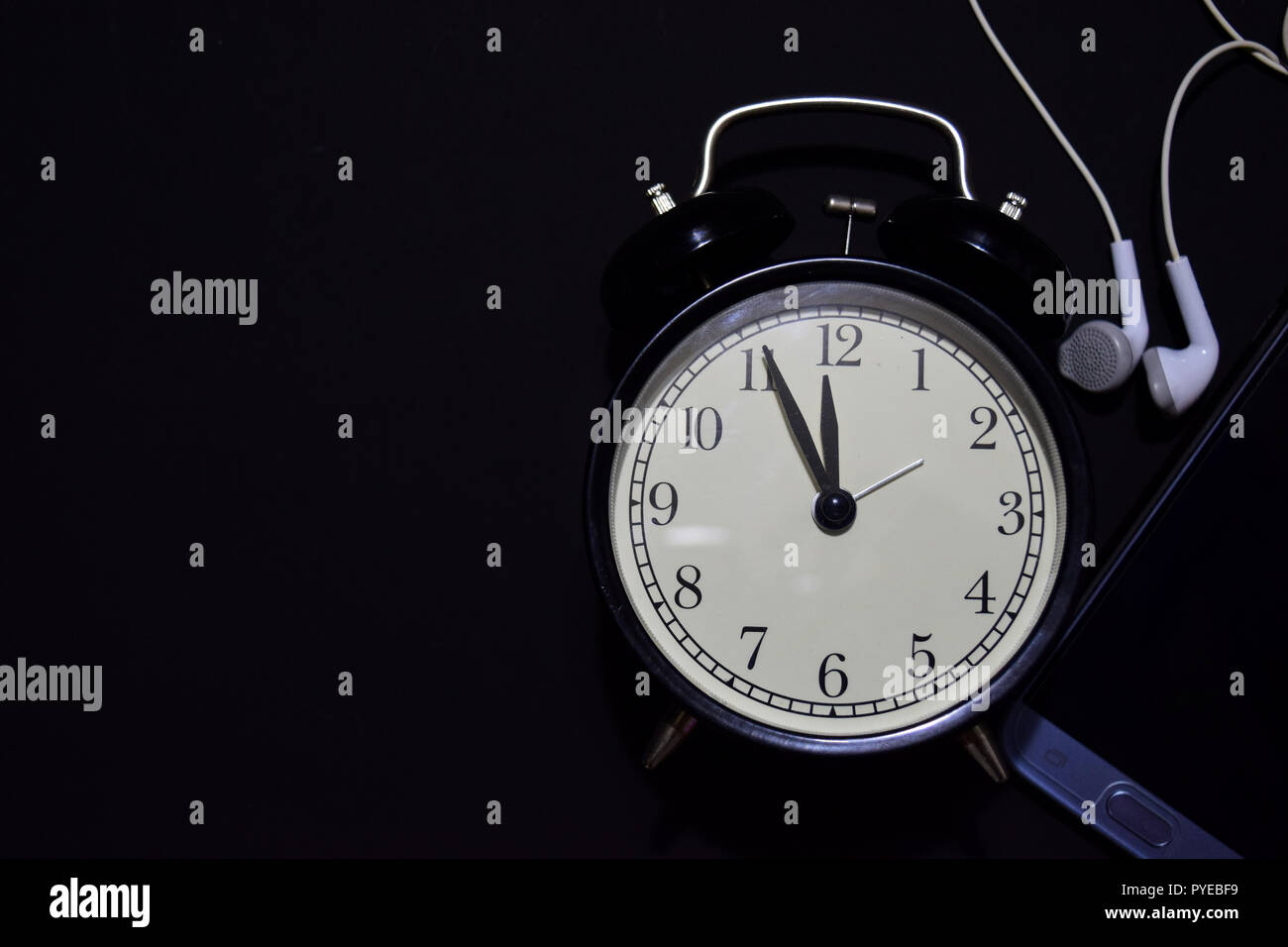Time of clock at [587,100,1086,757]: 11:55
